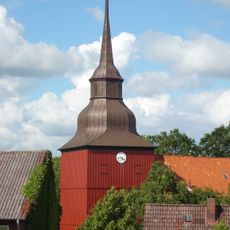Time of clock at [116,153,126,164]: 4:42
